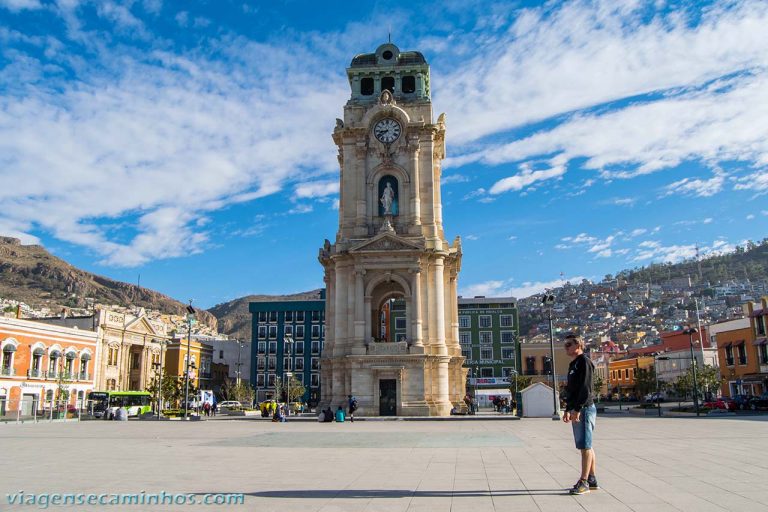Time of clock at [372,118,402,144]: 8:38
